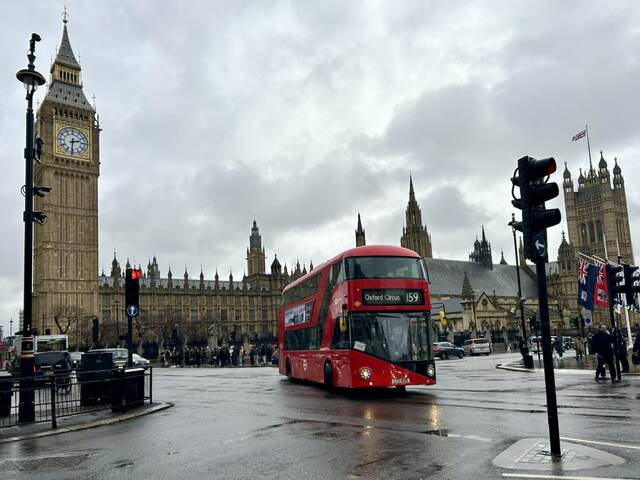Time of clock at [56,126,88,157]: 2:31
